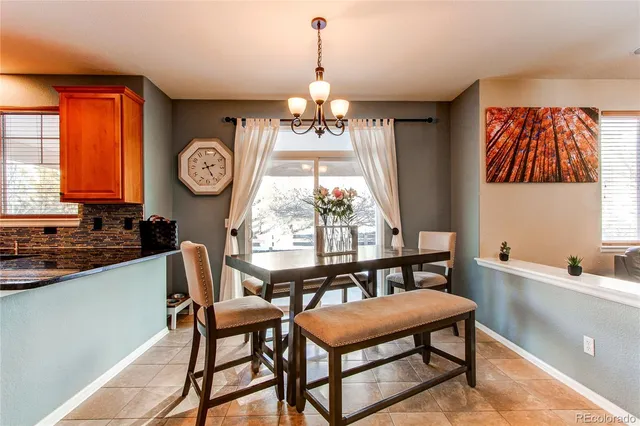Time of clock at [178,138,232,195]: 2:25
